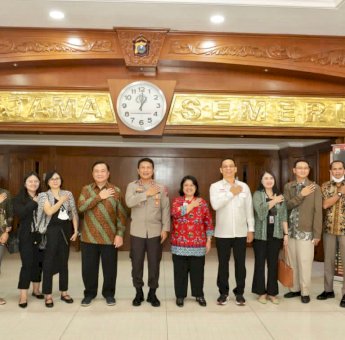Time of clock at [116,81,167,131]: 1:00
